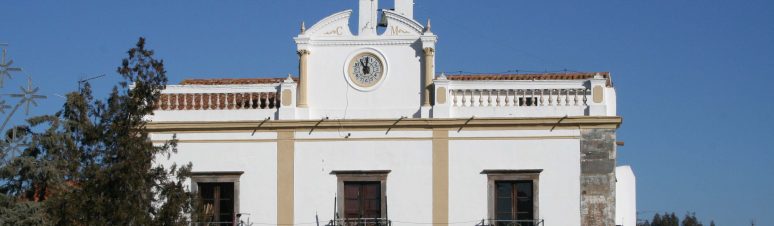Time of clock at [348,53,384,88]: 11:01
